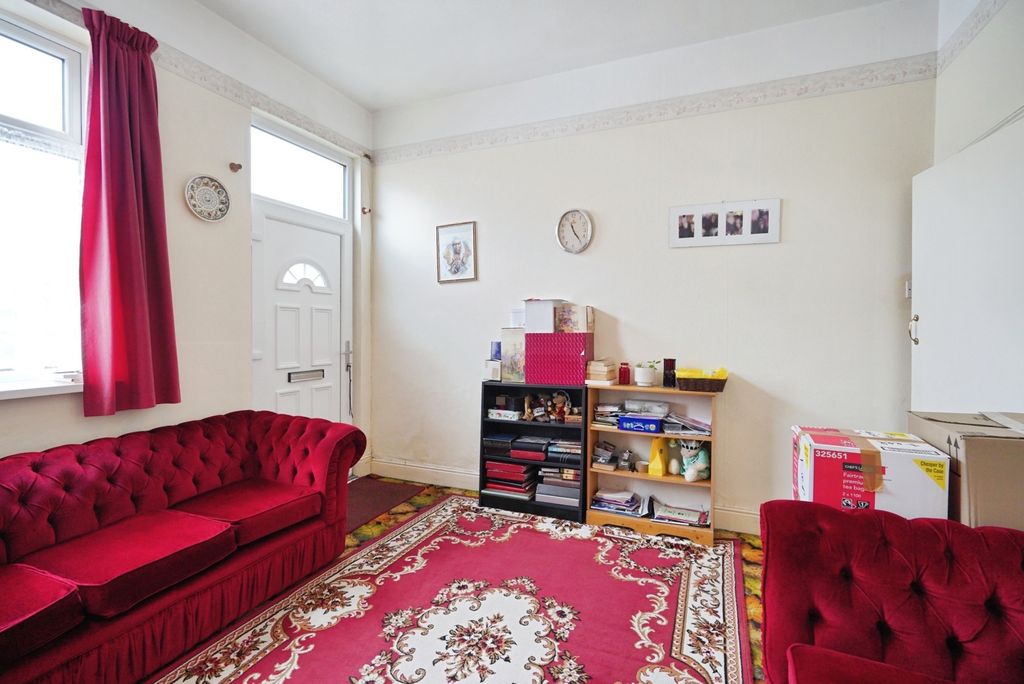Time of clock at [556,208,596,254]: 11:23
